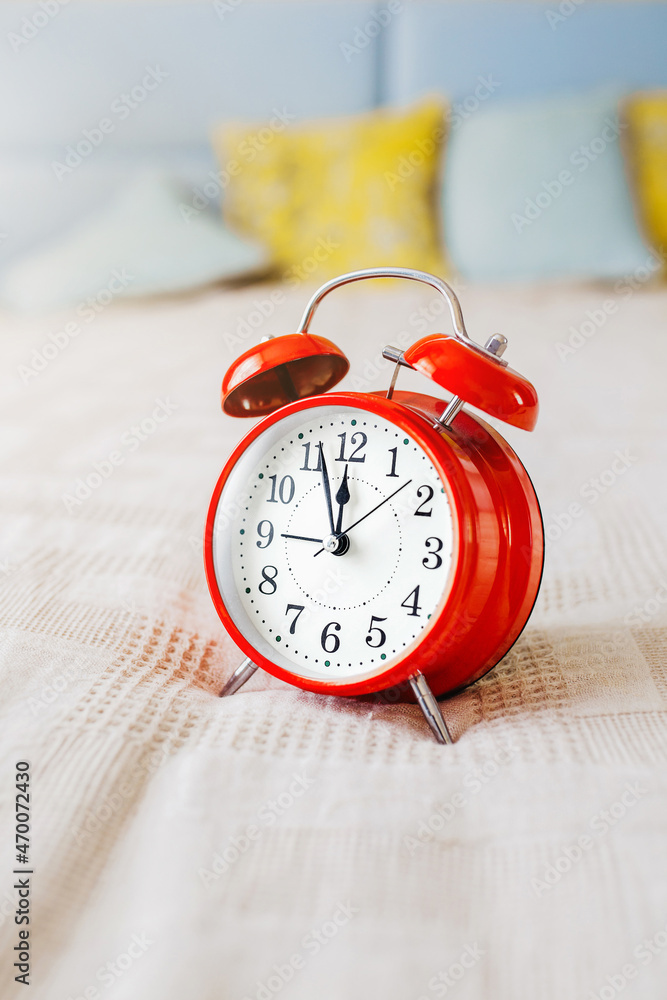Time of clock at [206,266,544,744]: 11:56
